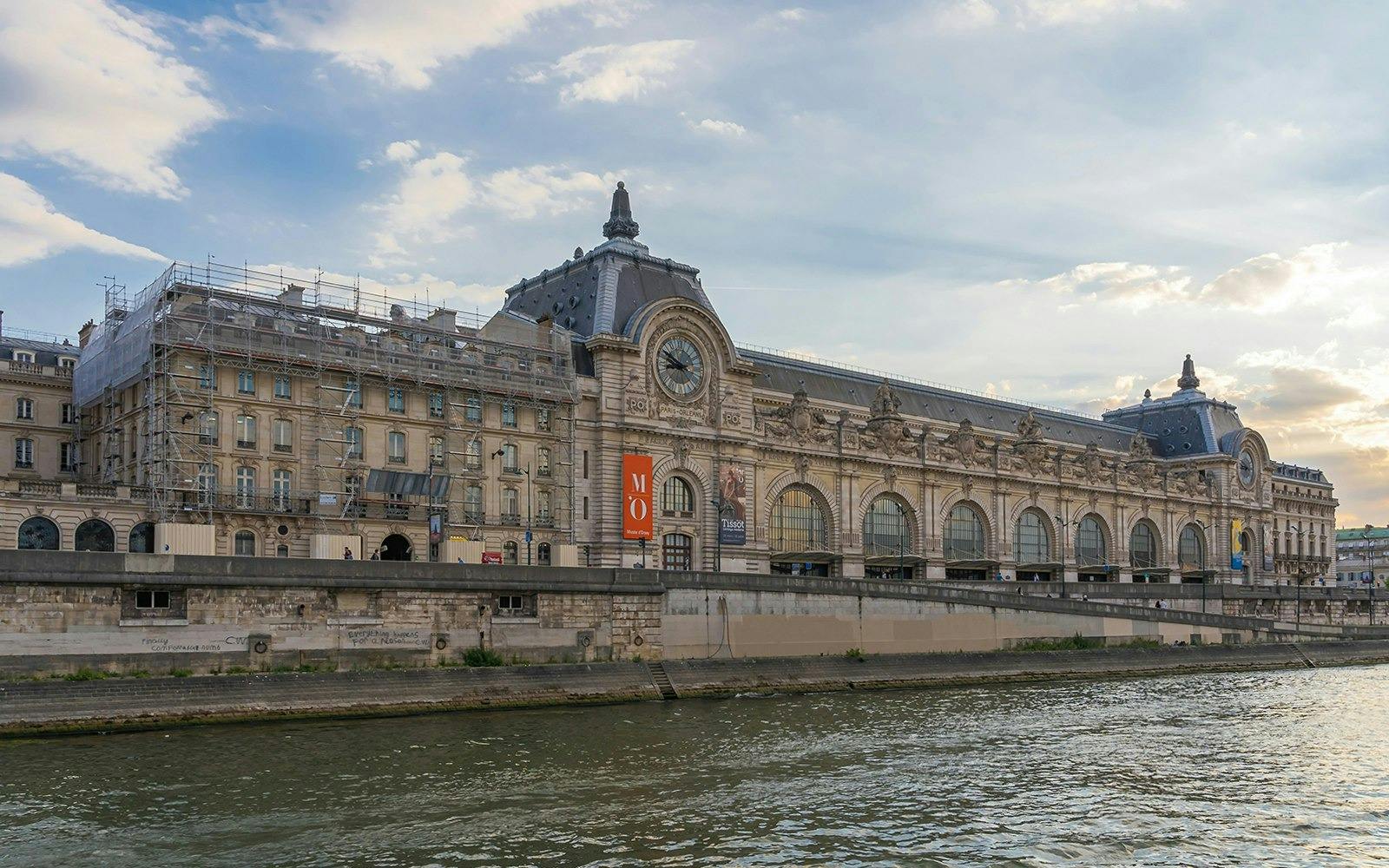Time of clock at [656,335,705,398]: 8:49
